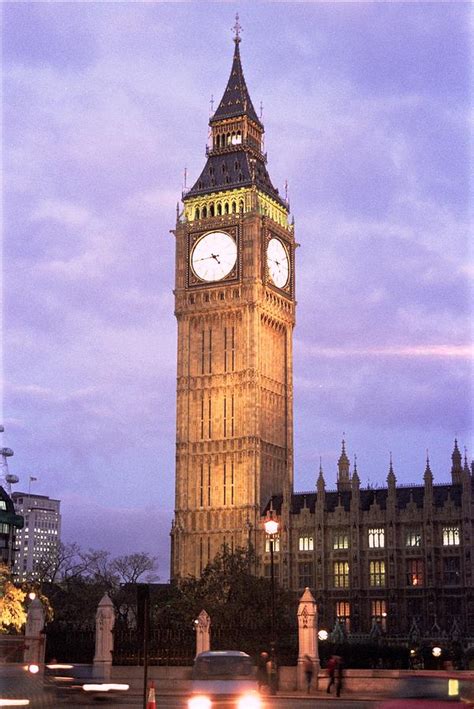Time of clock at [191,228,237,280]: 4:44
